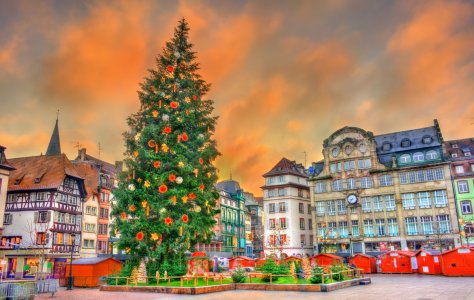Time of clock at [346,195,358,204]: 8:36
